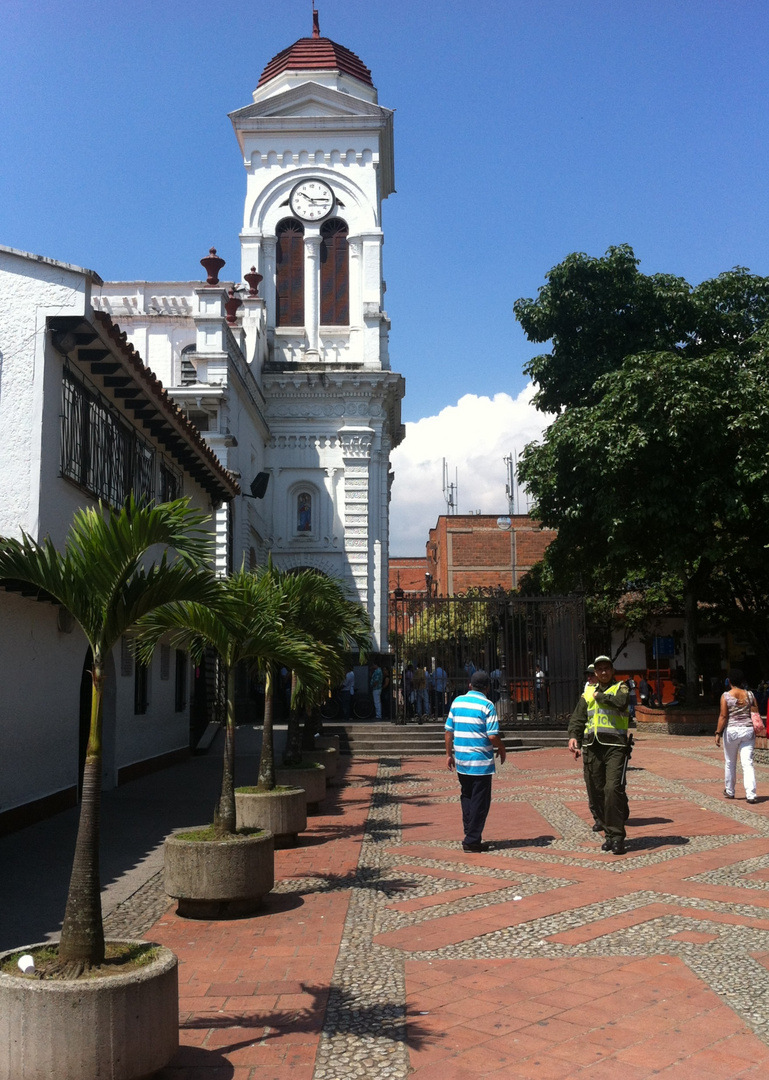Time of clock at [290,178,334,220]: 10:14
